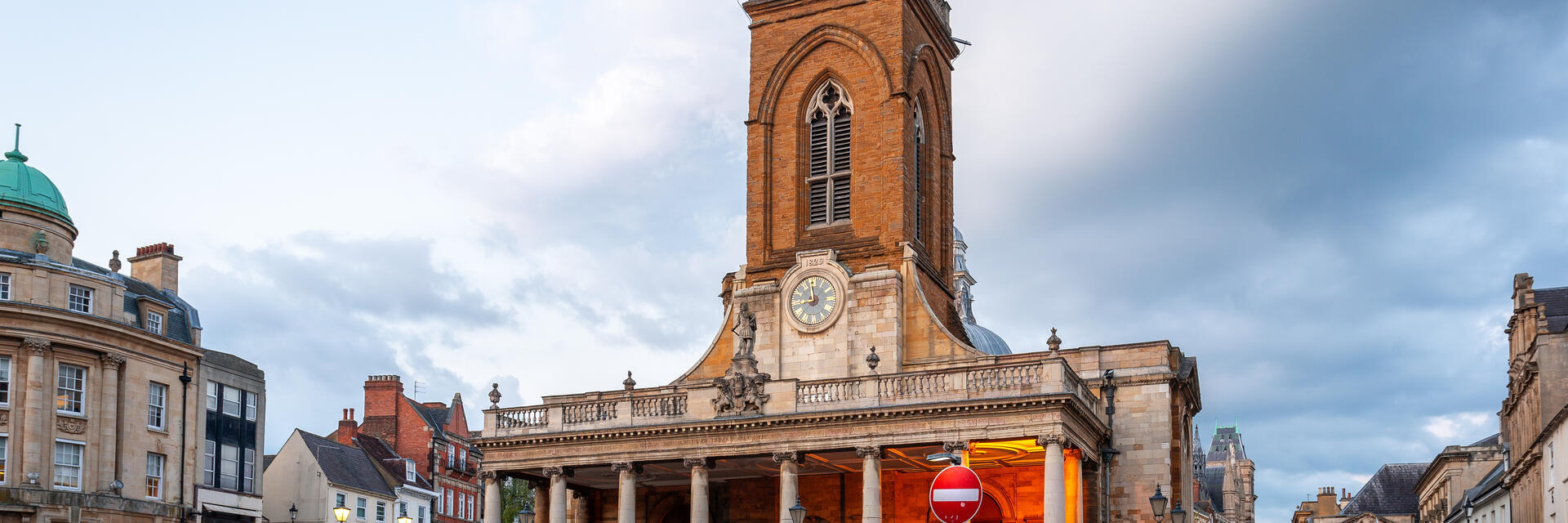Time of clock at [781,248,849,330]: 8:58
